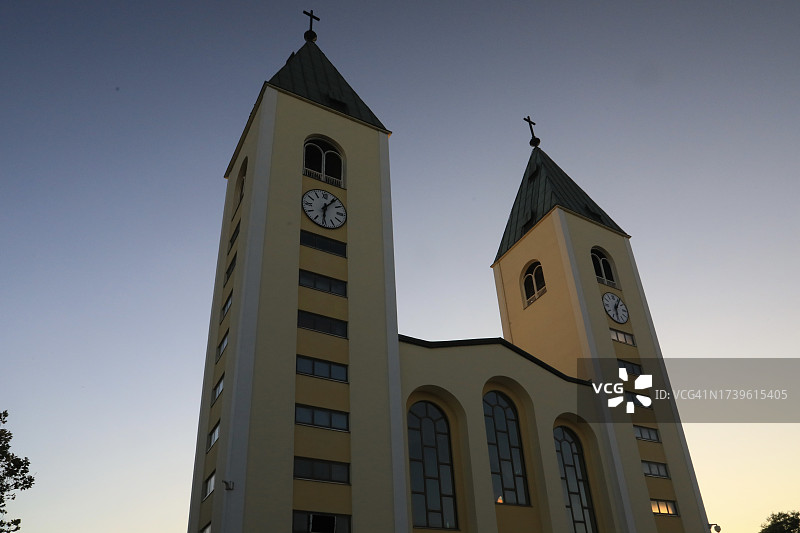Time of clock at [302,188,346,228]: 6:06
